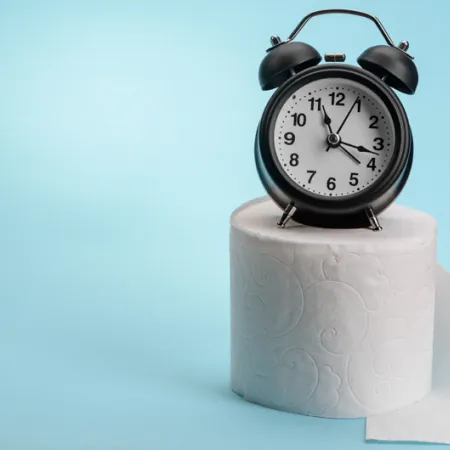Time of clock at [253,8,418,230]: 11:17
